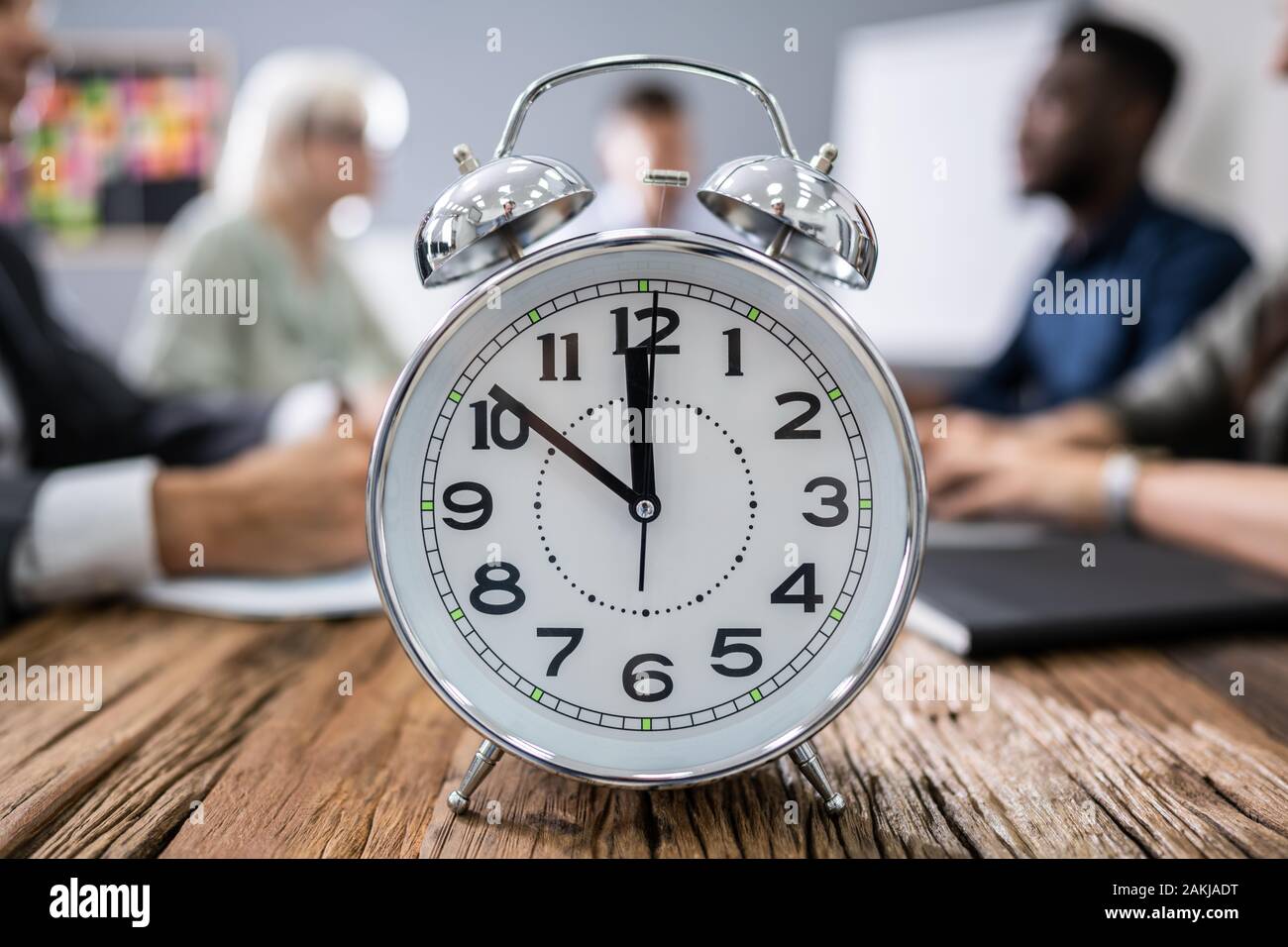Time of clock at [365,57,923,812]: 11:51
